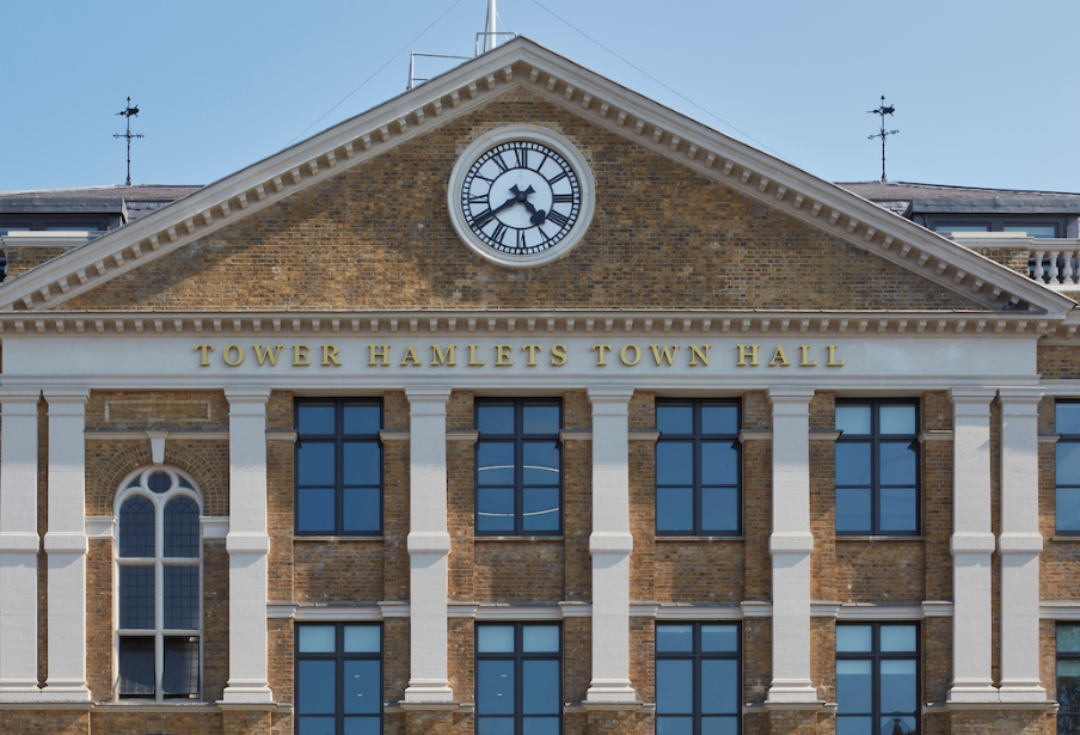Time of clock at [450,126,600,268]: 4:39
